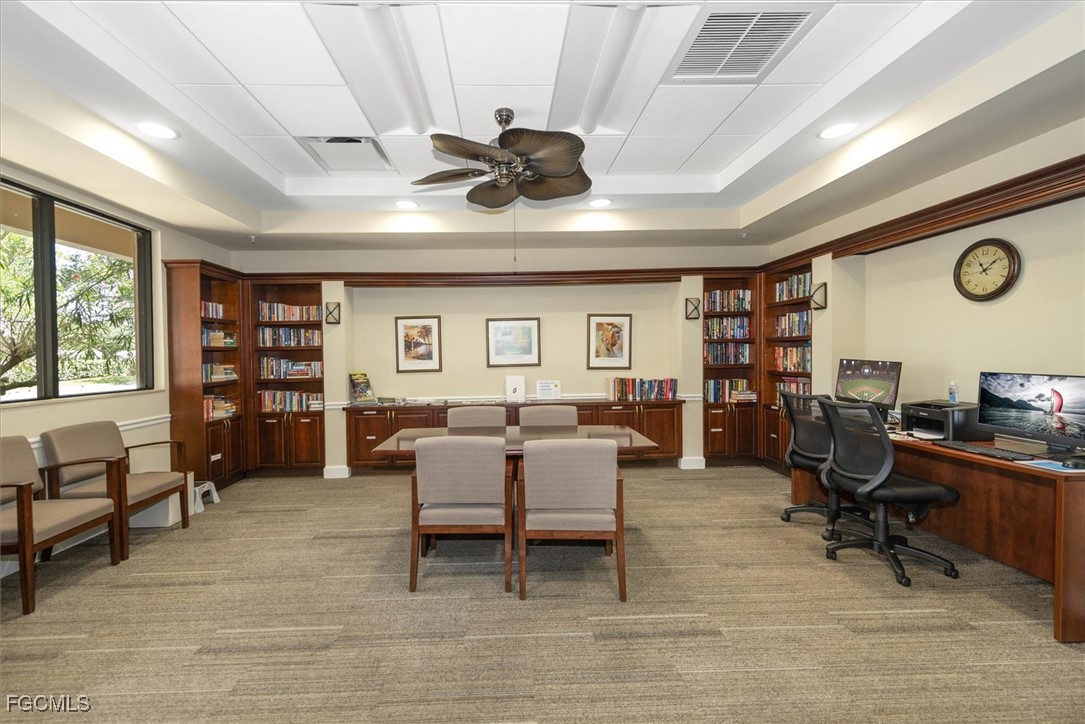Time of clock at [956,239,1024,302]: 11:08
